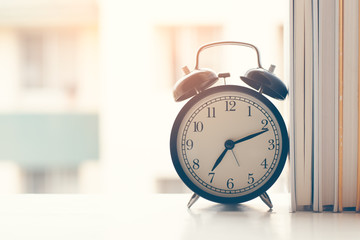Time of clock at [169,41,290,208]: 7:11
